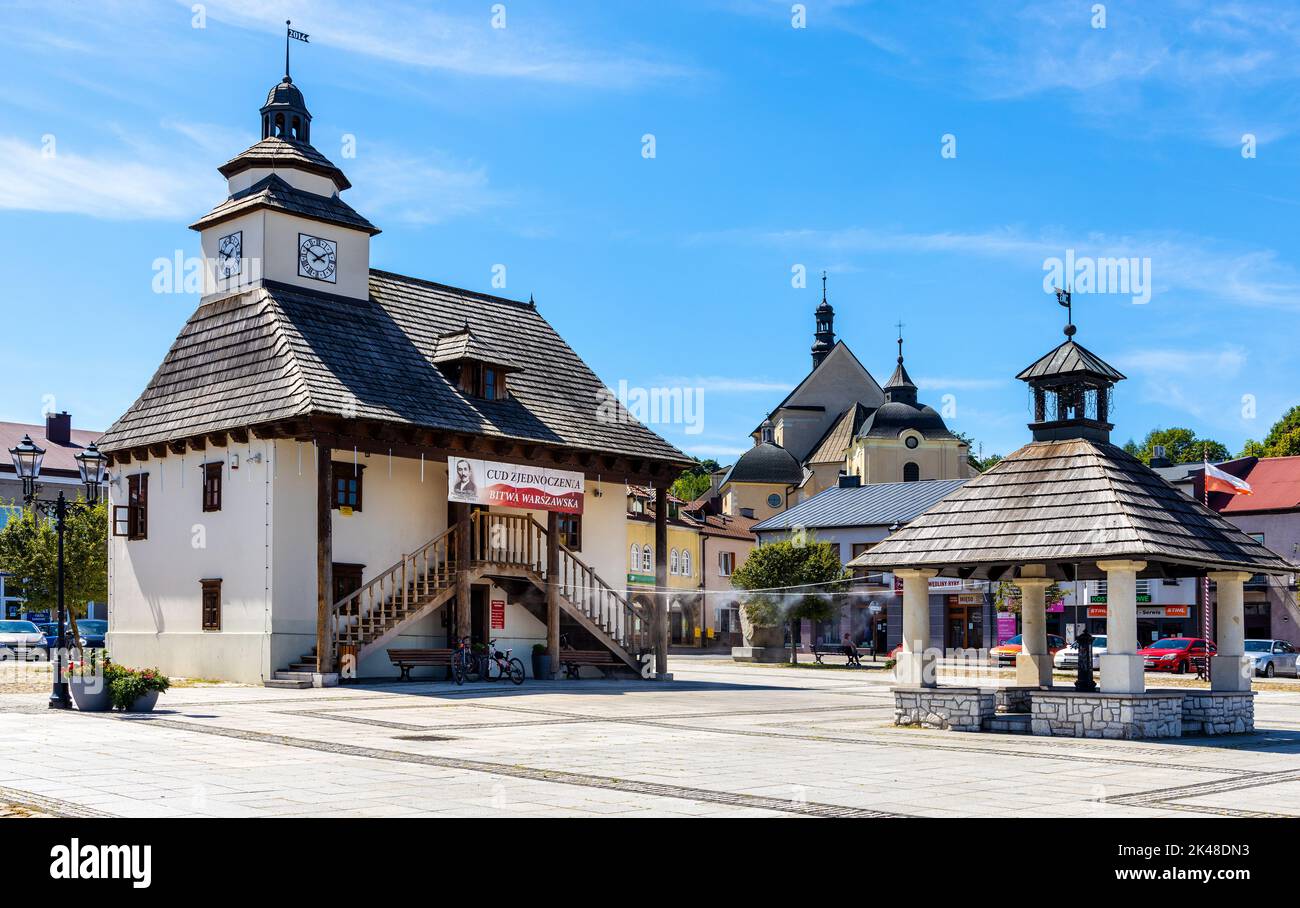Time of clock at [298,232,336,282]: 1:49
